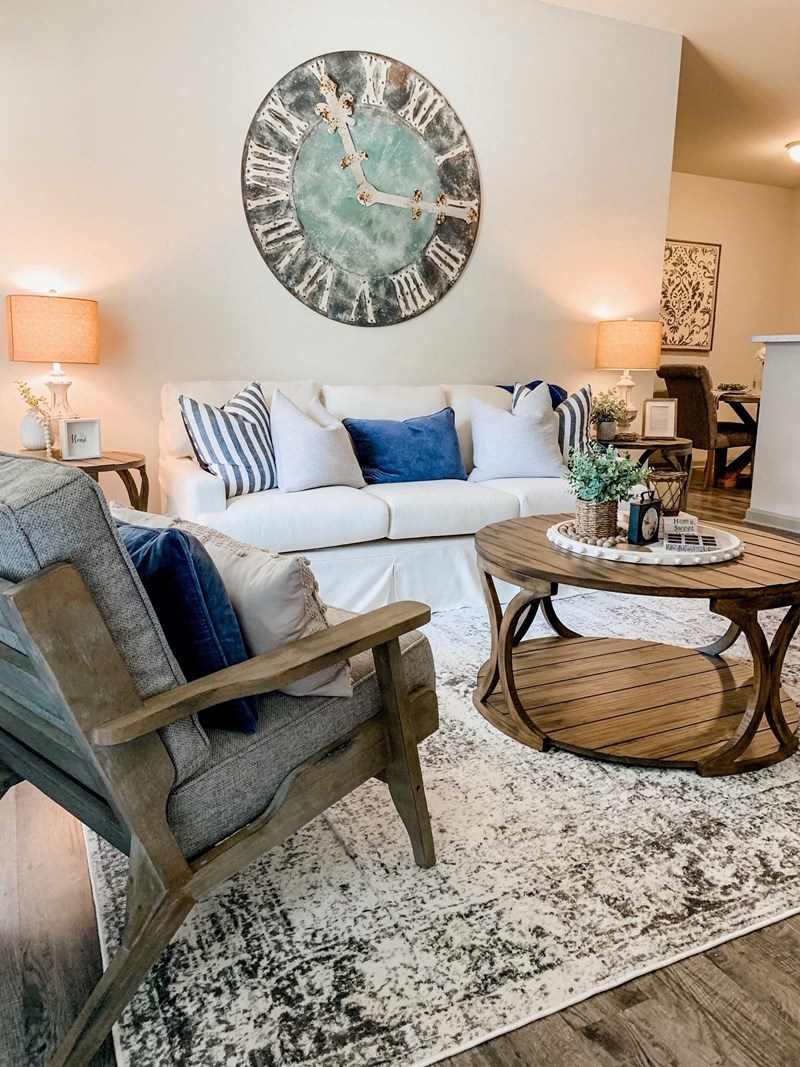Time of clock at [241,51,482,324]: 11:15
